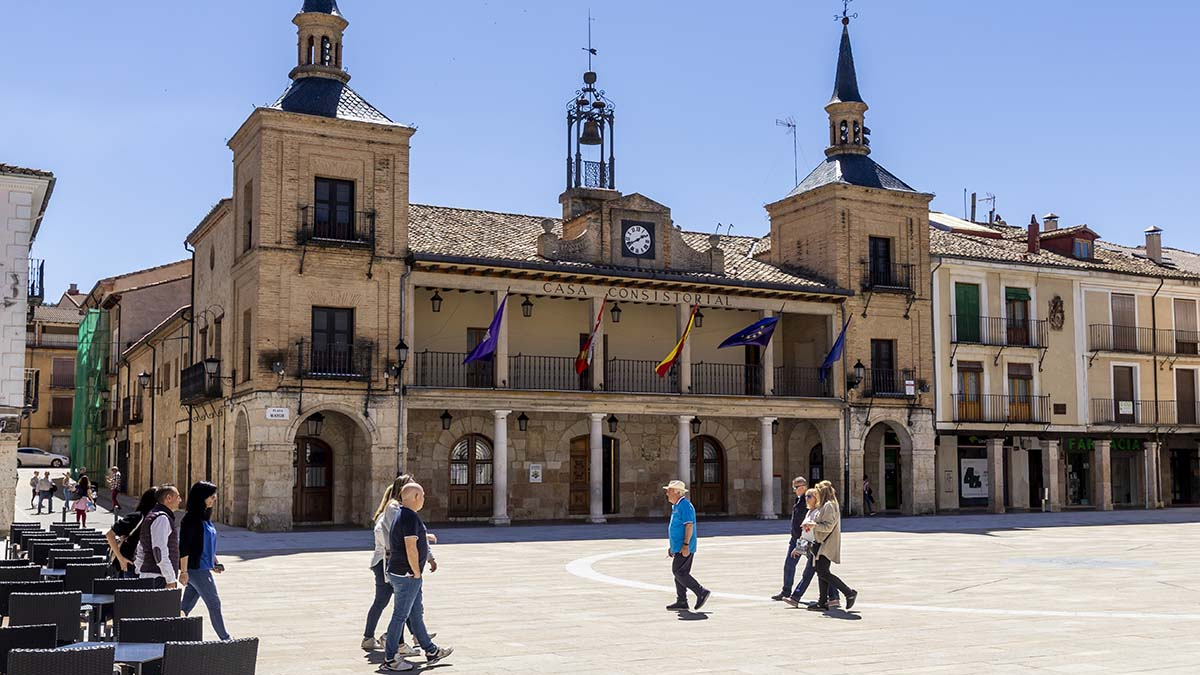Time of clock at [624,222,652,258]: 1:40
